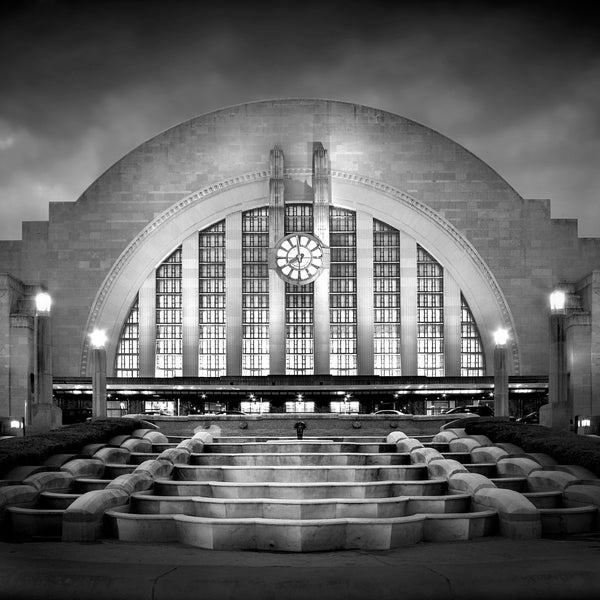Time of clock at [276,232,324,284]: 7:58
